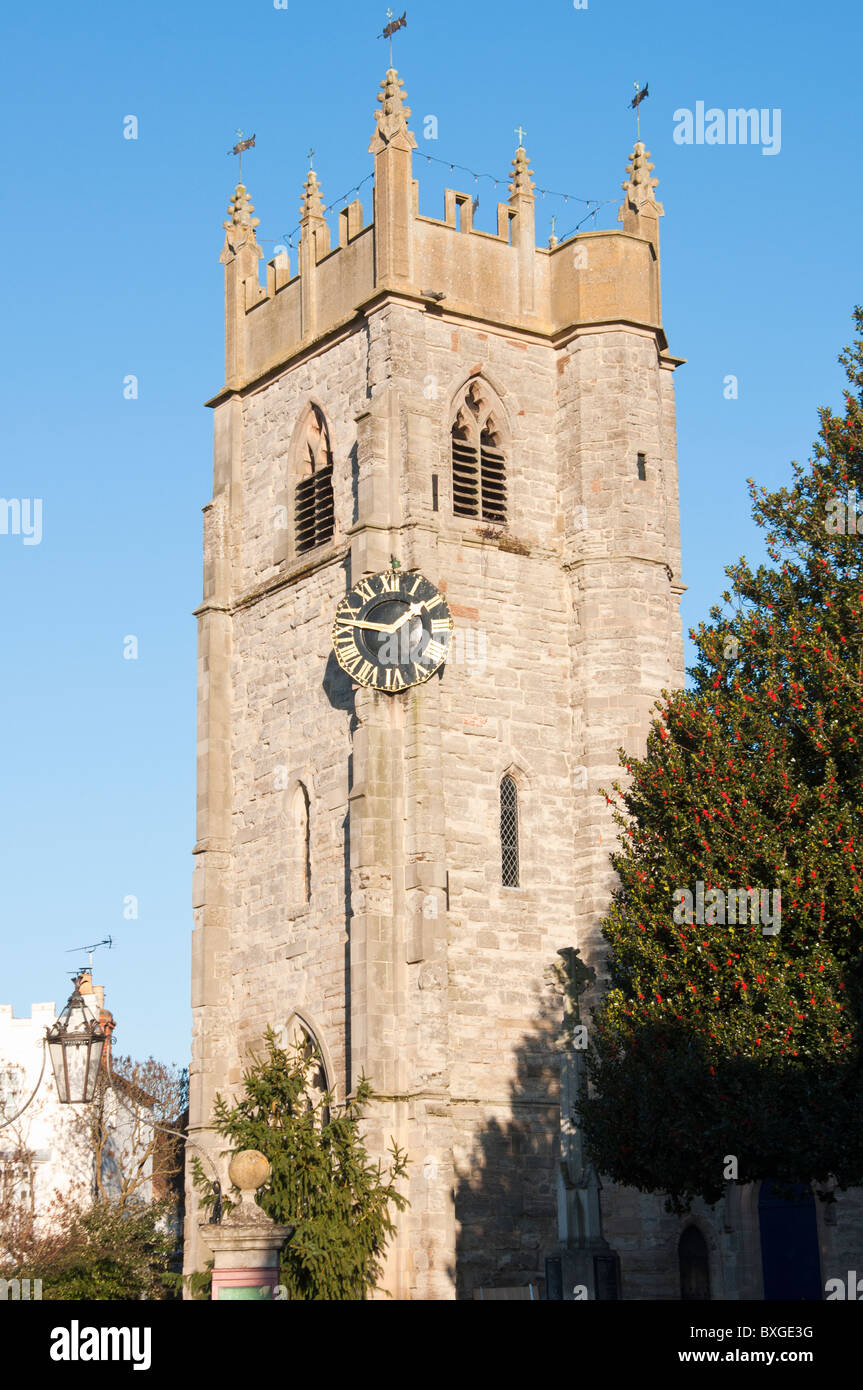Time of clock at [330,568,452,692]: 1:47
